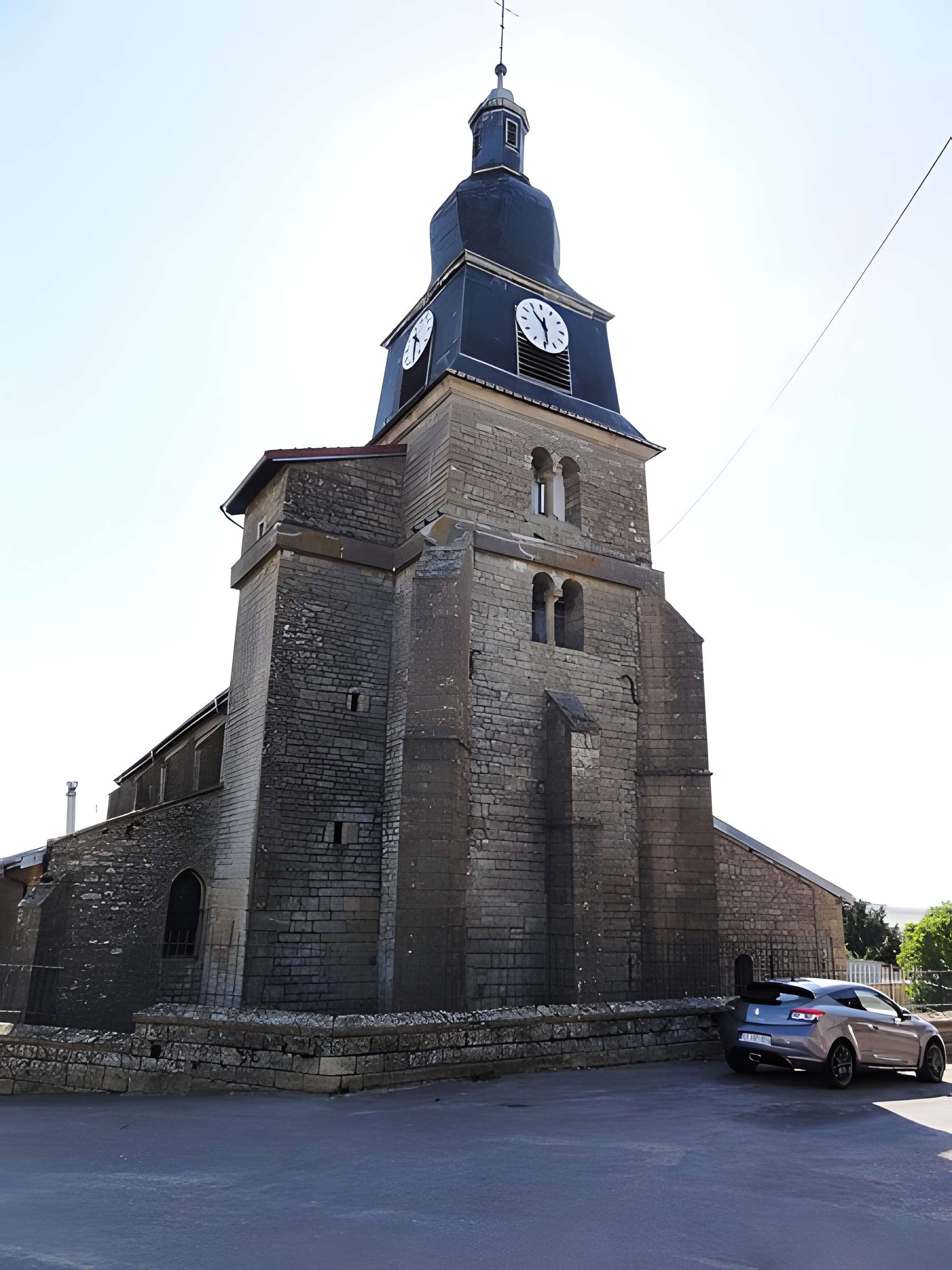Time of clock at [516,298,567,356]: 10:28
